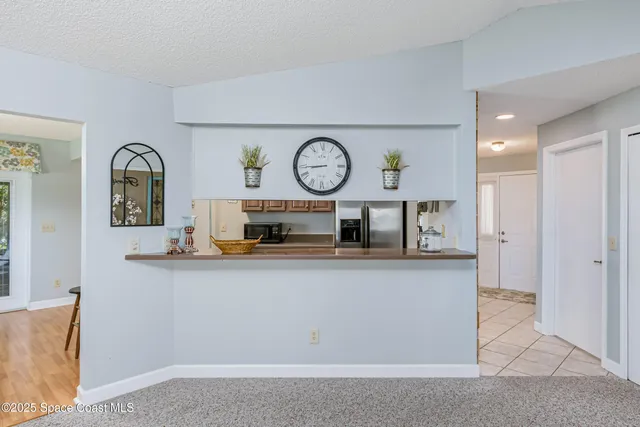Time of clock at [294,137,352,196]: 8:44
